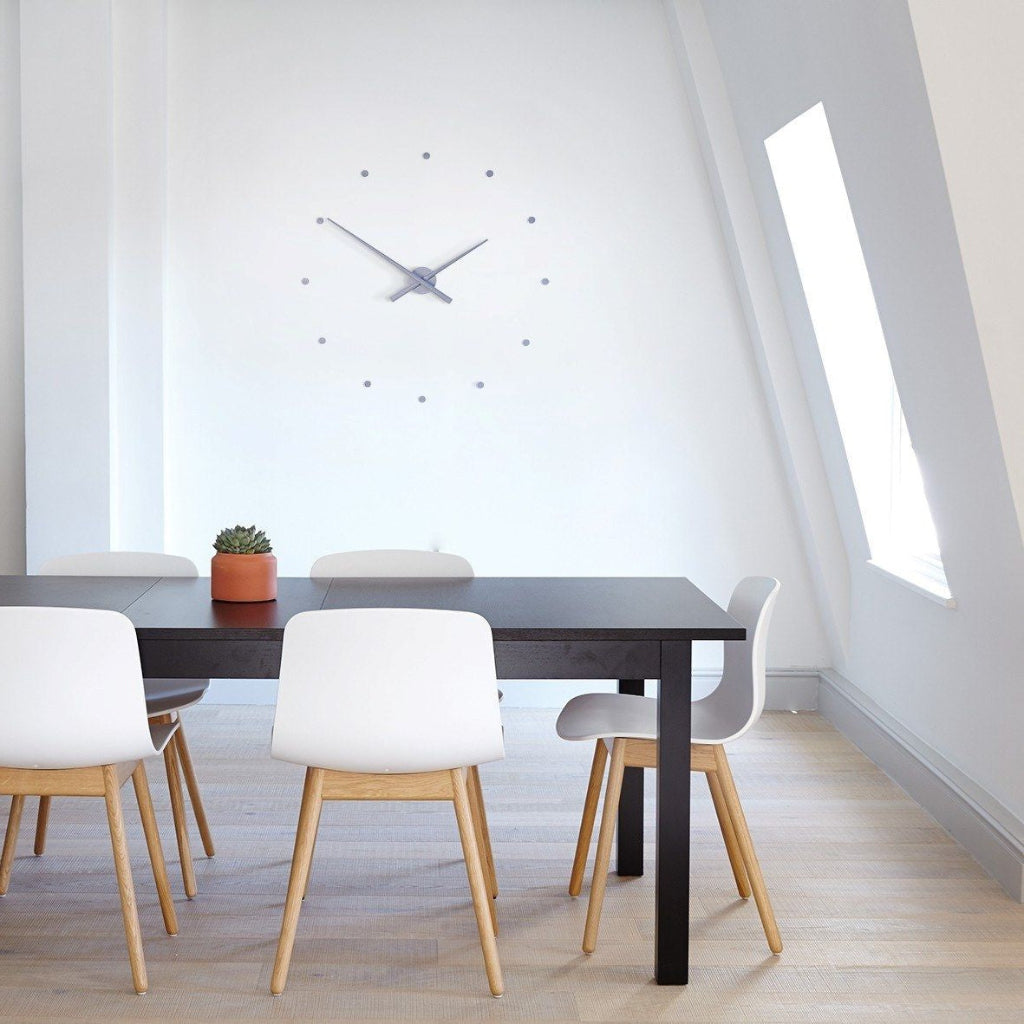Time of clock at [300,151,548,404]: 1:50
